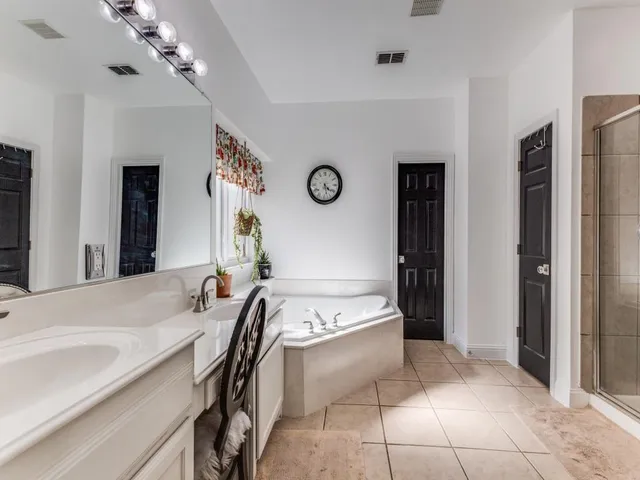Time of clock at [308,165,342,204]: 4:27
